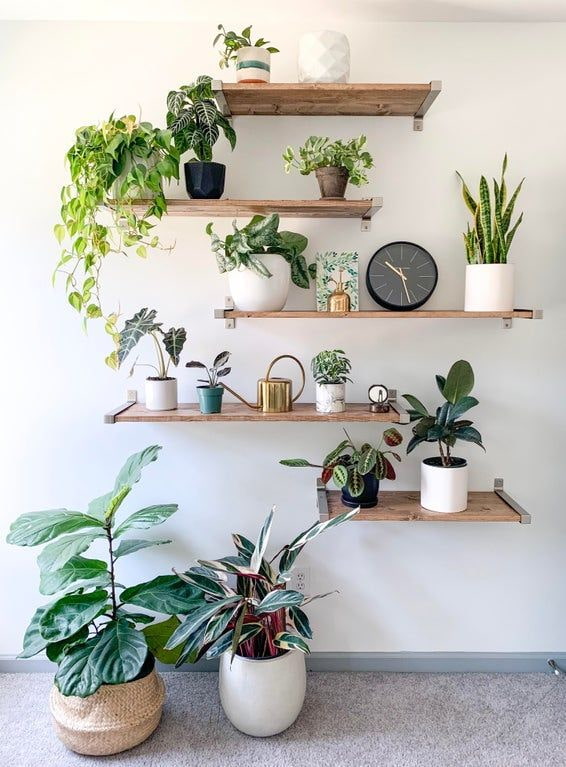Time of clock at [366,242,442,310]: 10:27
